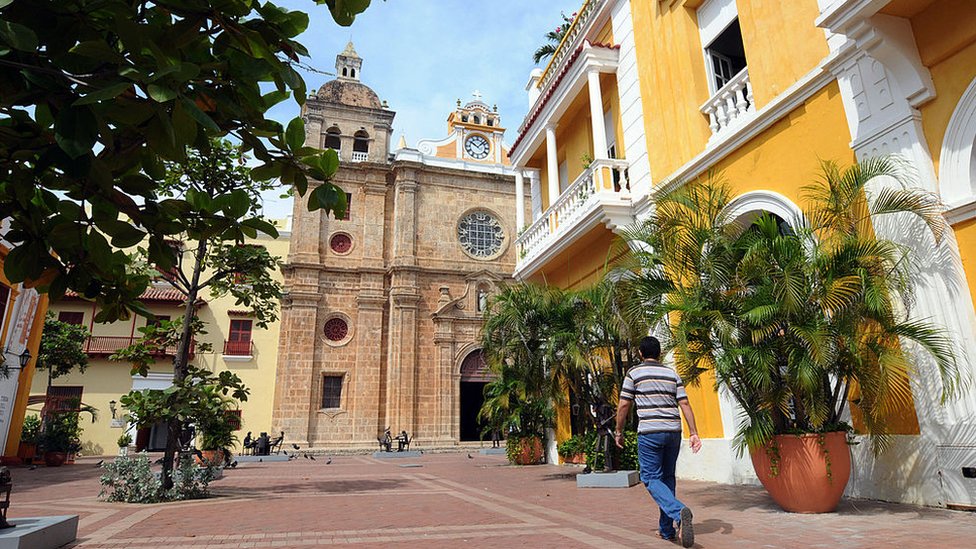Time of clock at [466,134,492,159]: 10:07
